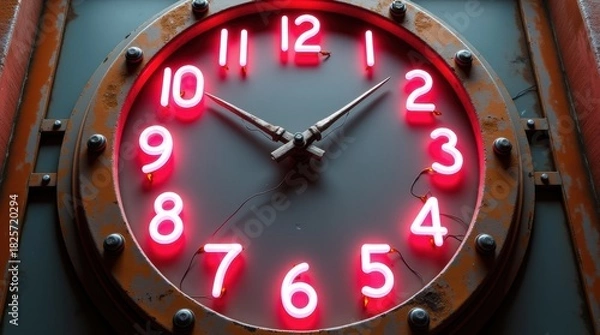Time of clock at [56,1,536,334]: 10:08
